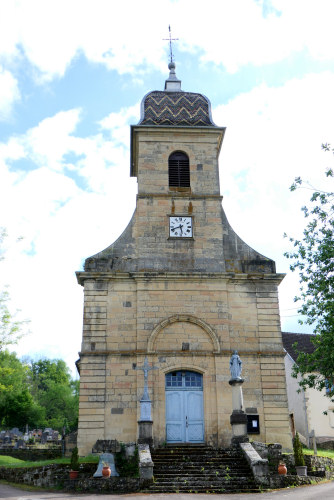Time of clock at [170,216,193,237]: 5:41
